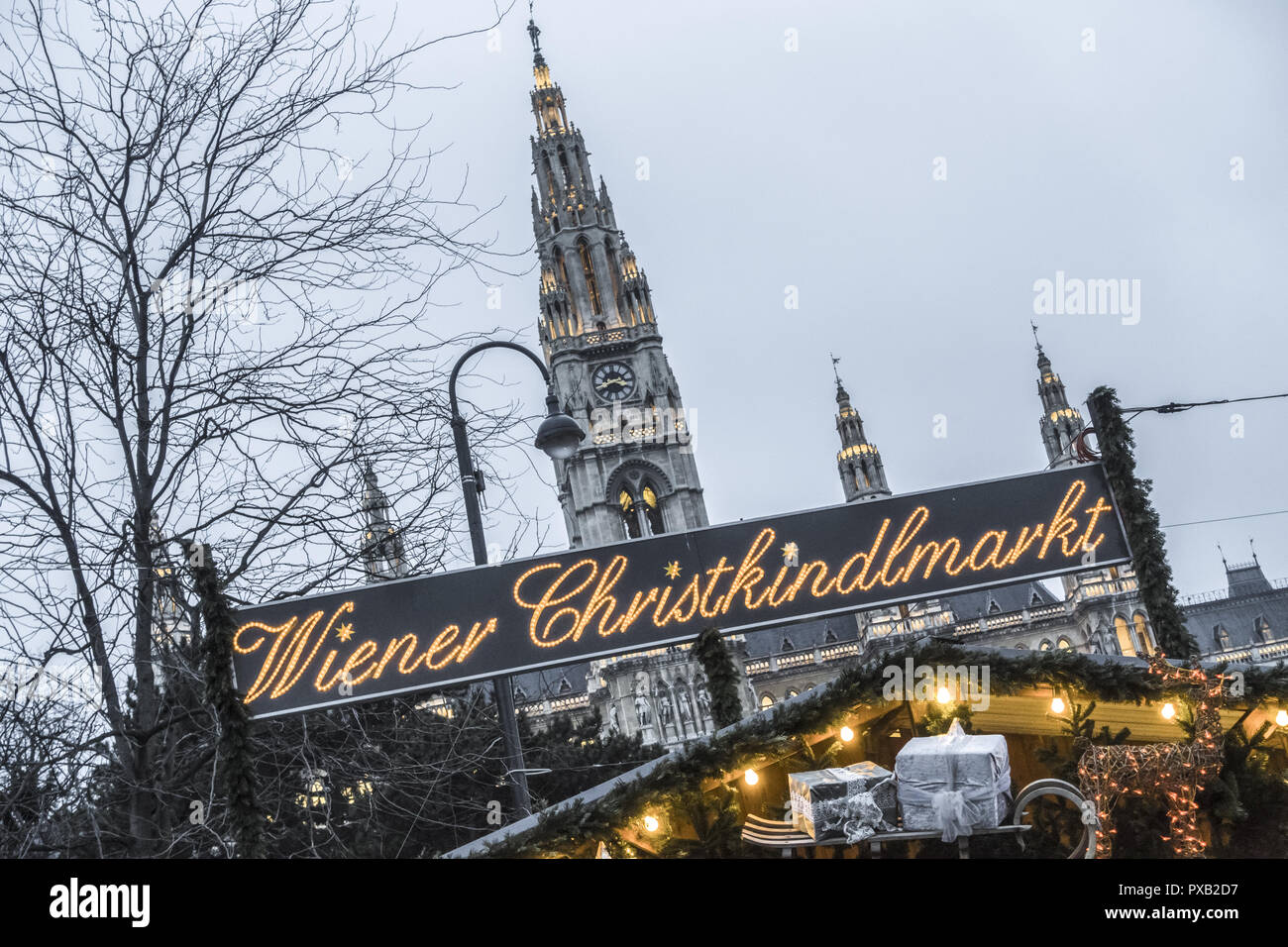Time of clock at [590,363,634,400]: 2:40
